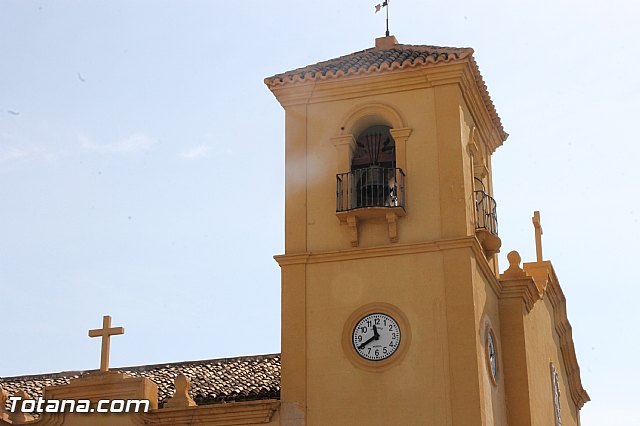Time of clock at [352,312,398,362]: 11:40
